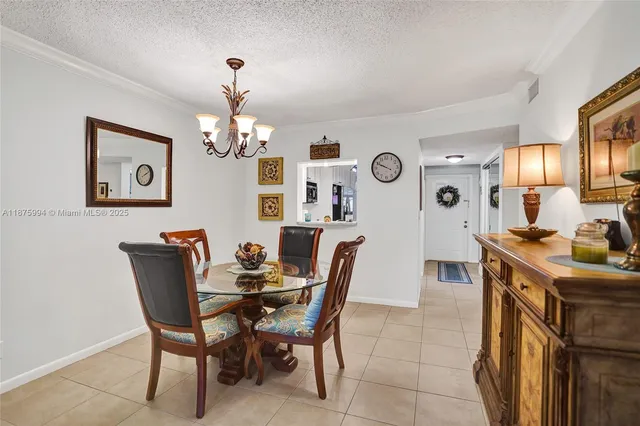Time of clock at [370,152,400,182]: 9:49
